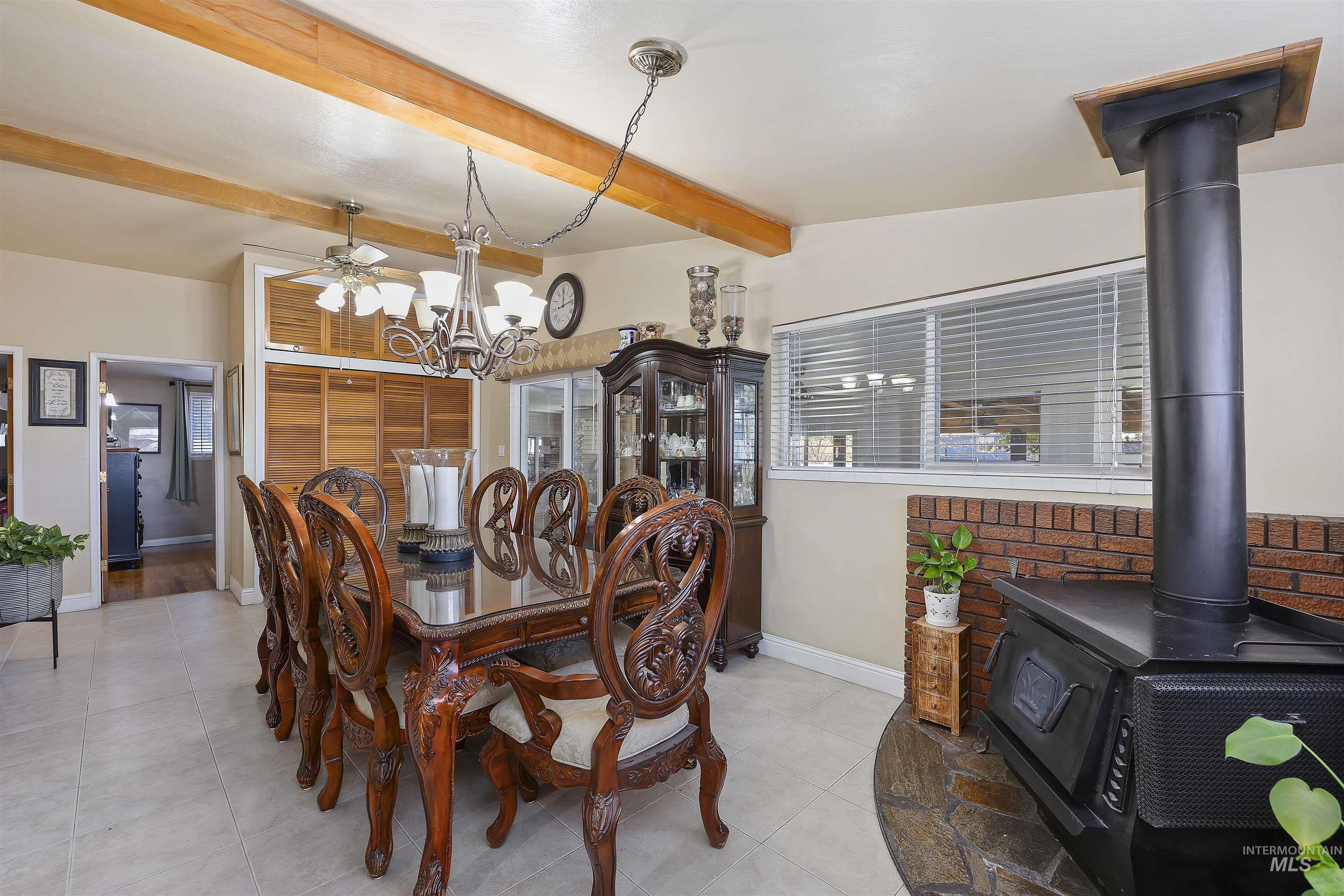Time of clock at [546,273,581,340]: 12:13
